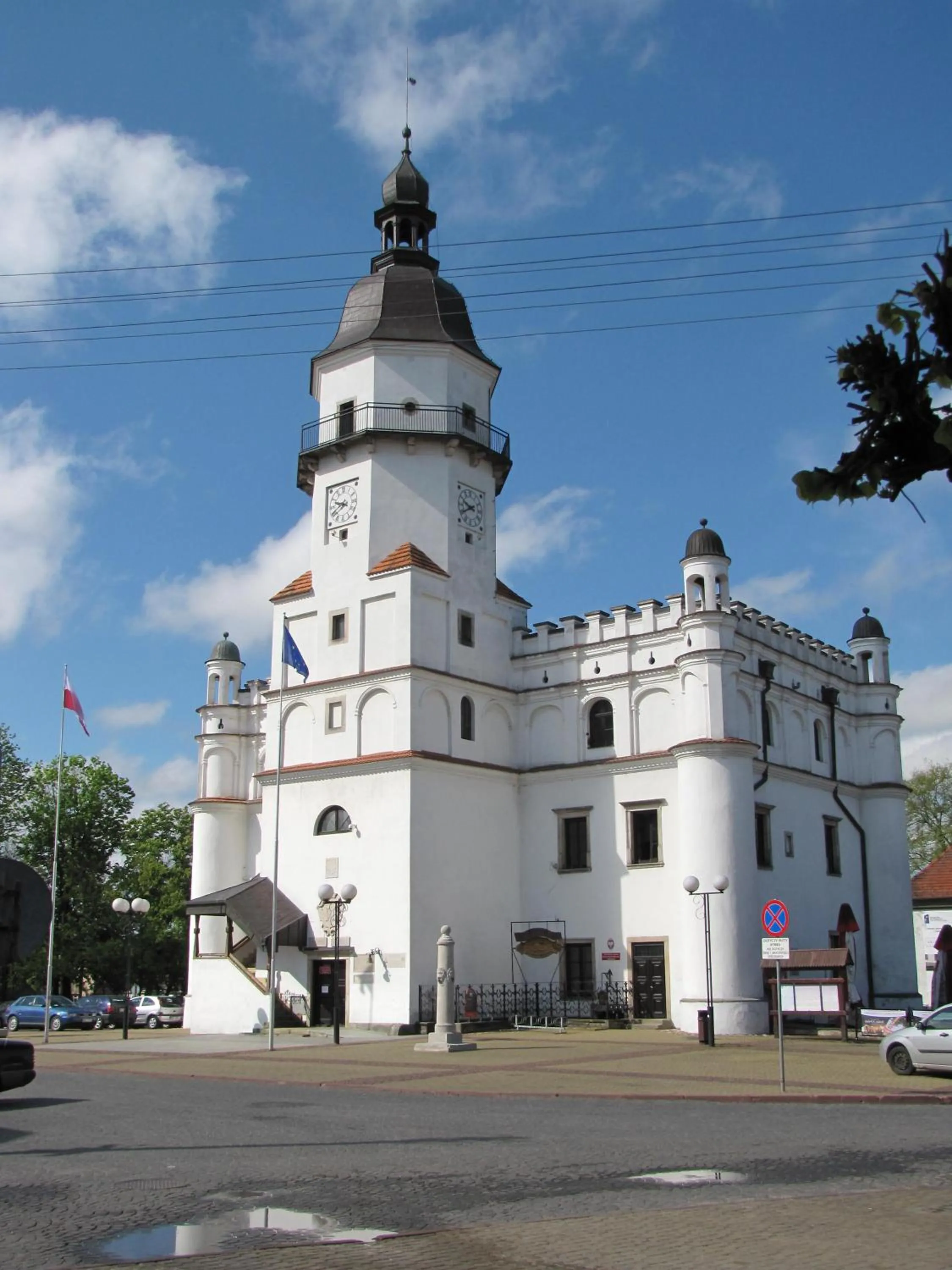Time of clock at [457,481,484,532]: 9:40
